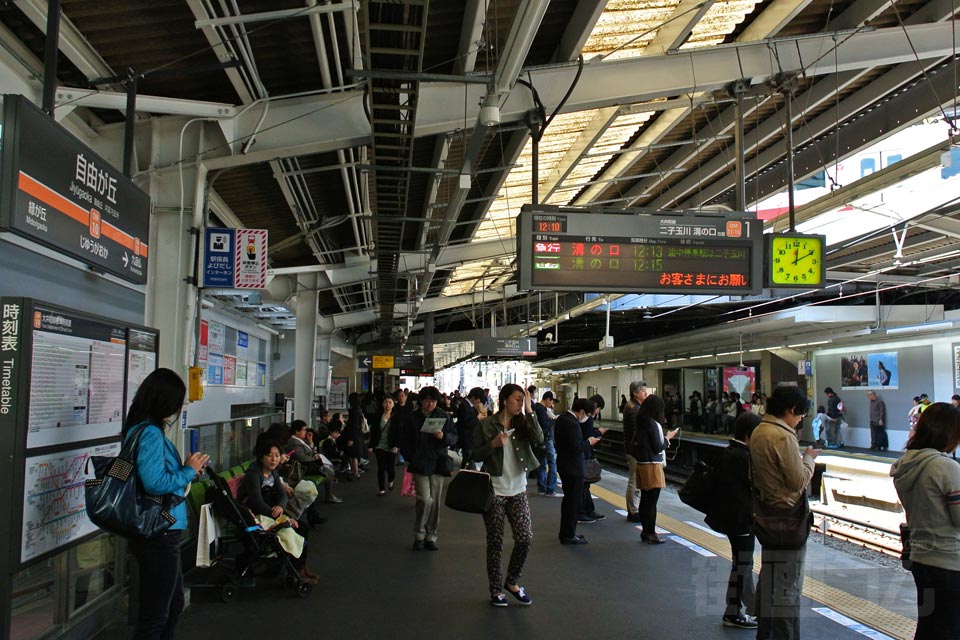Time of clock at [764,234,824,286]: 12:10
